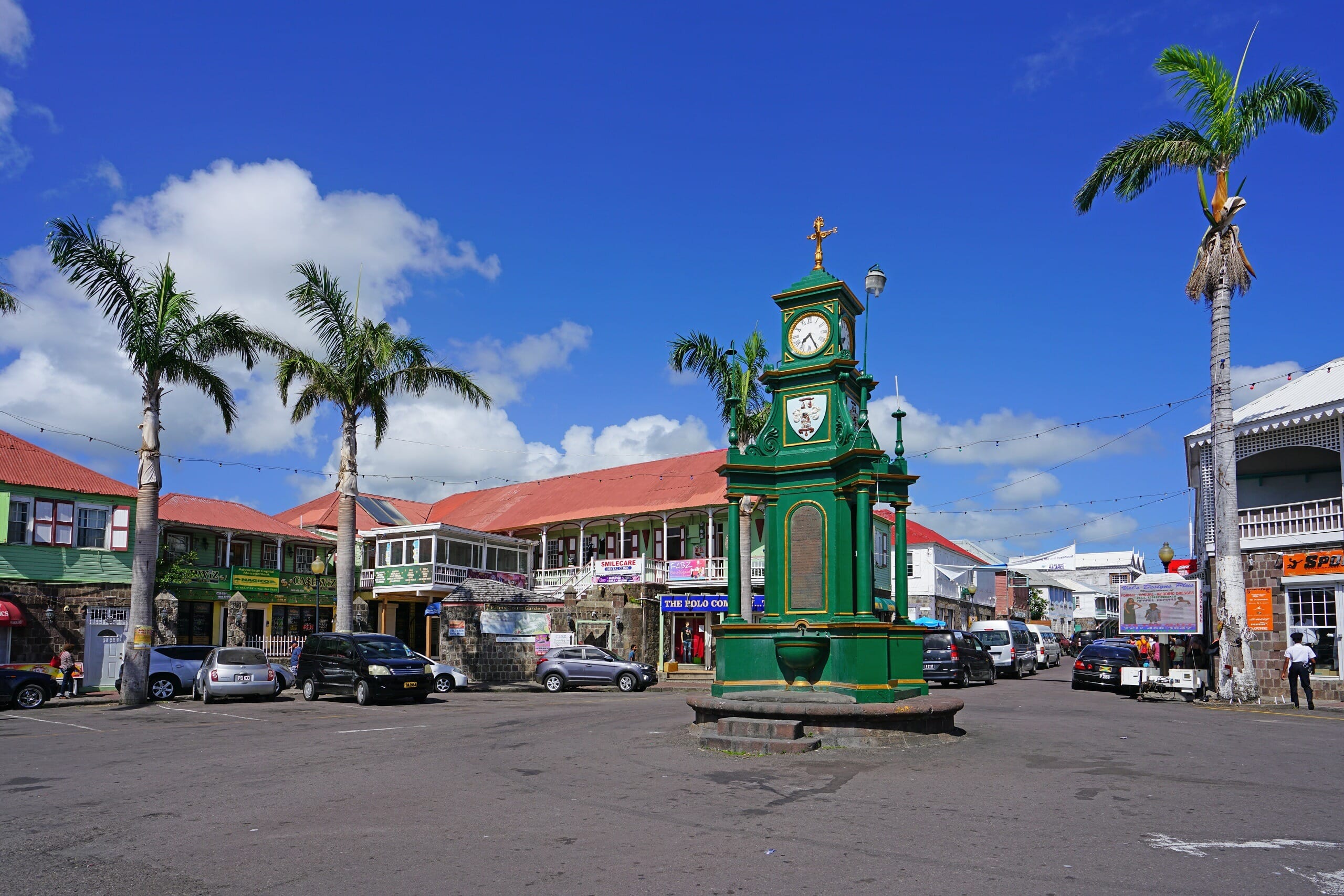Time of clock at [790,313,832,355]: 7:25
